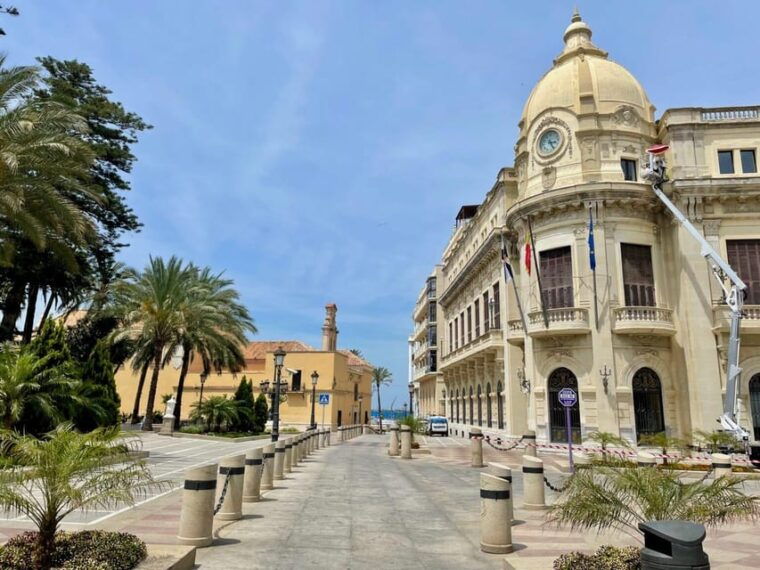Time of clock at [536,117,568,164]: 3:24
